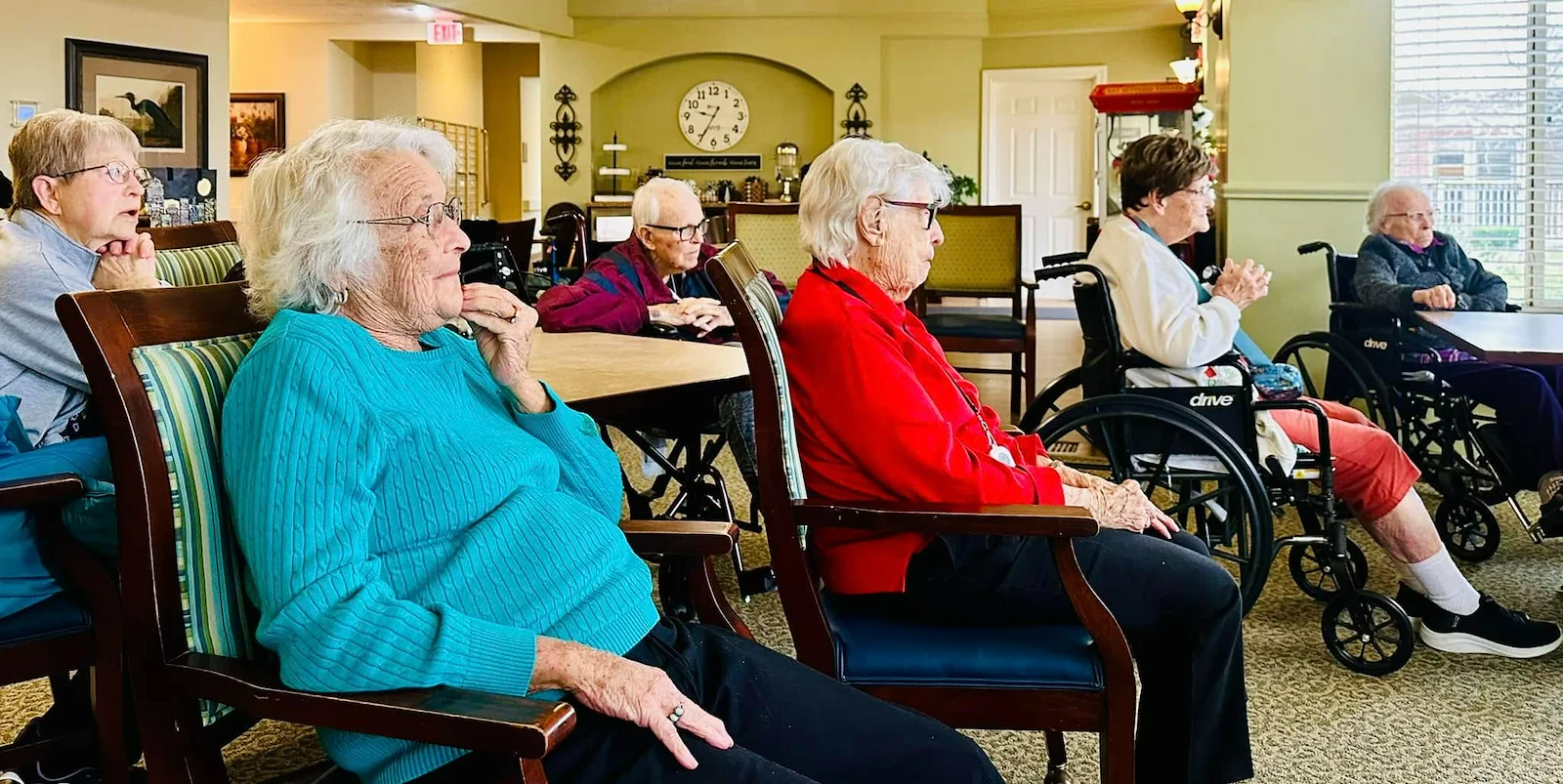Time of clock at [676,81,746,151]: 9:34
